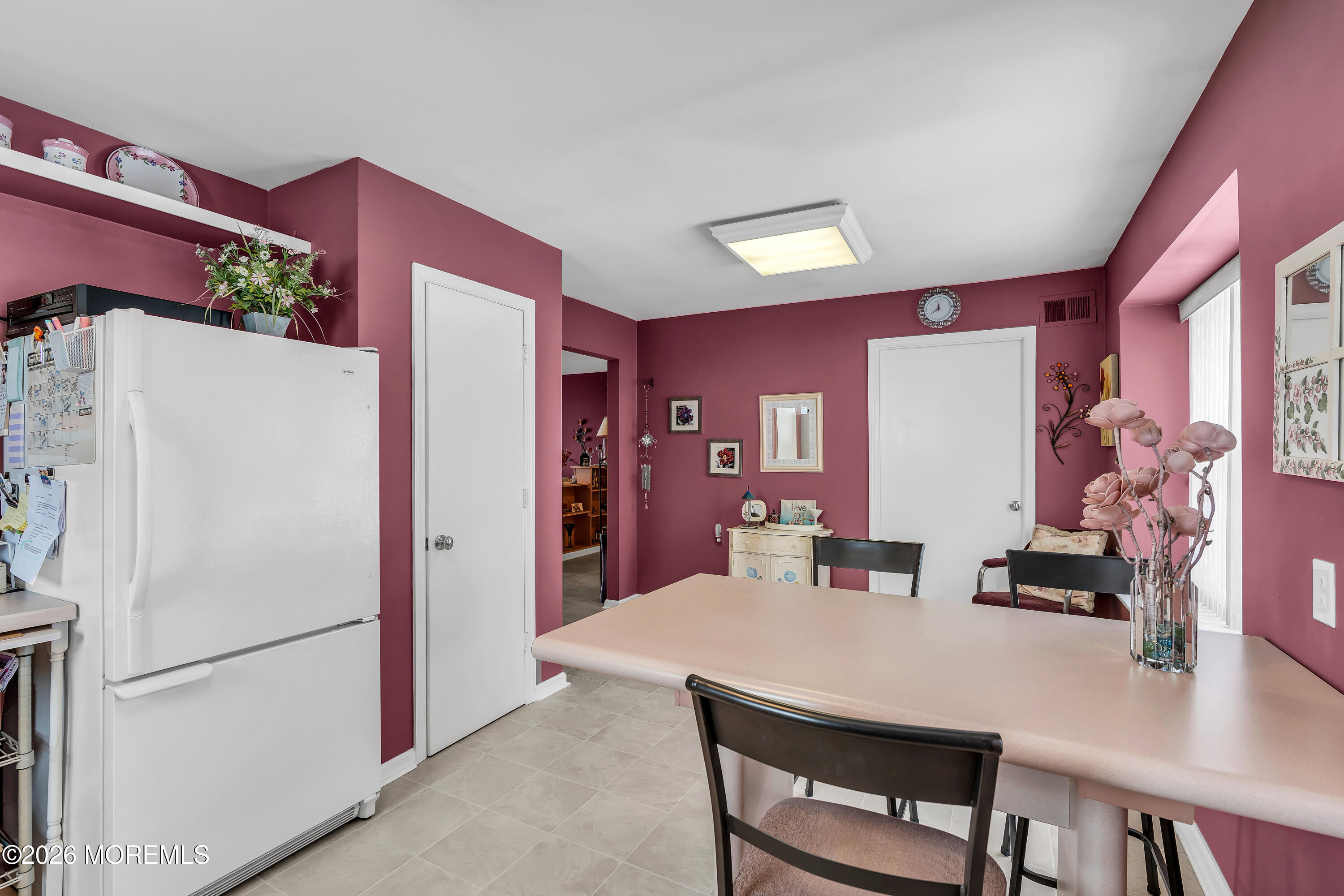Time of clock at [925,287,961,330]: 11:37
